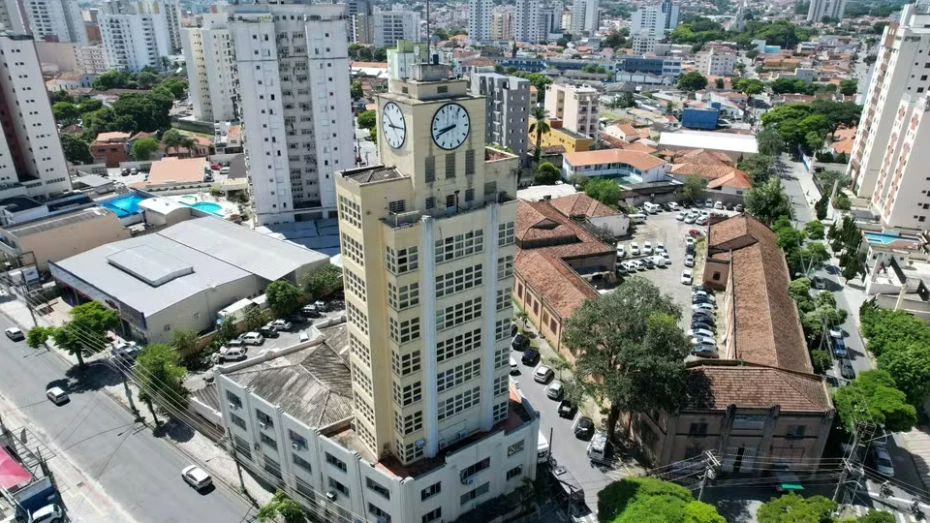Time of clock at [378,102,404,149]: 10:14
